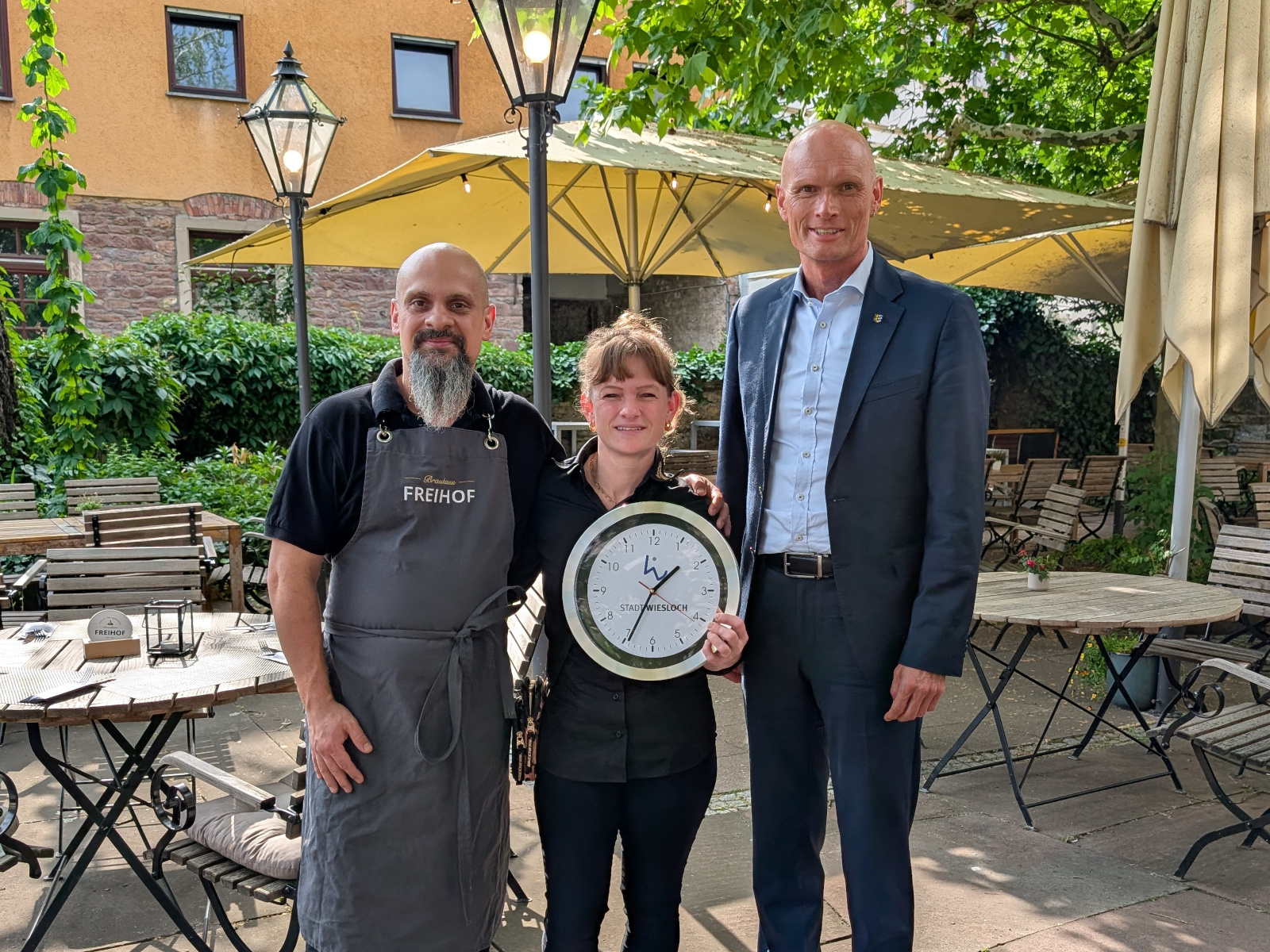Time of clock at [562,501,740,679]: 1:34
